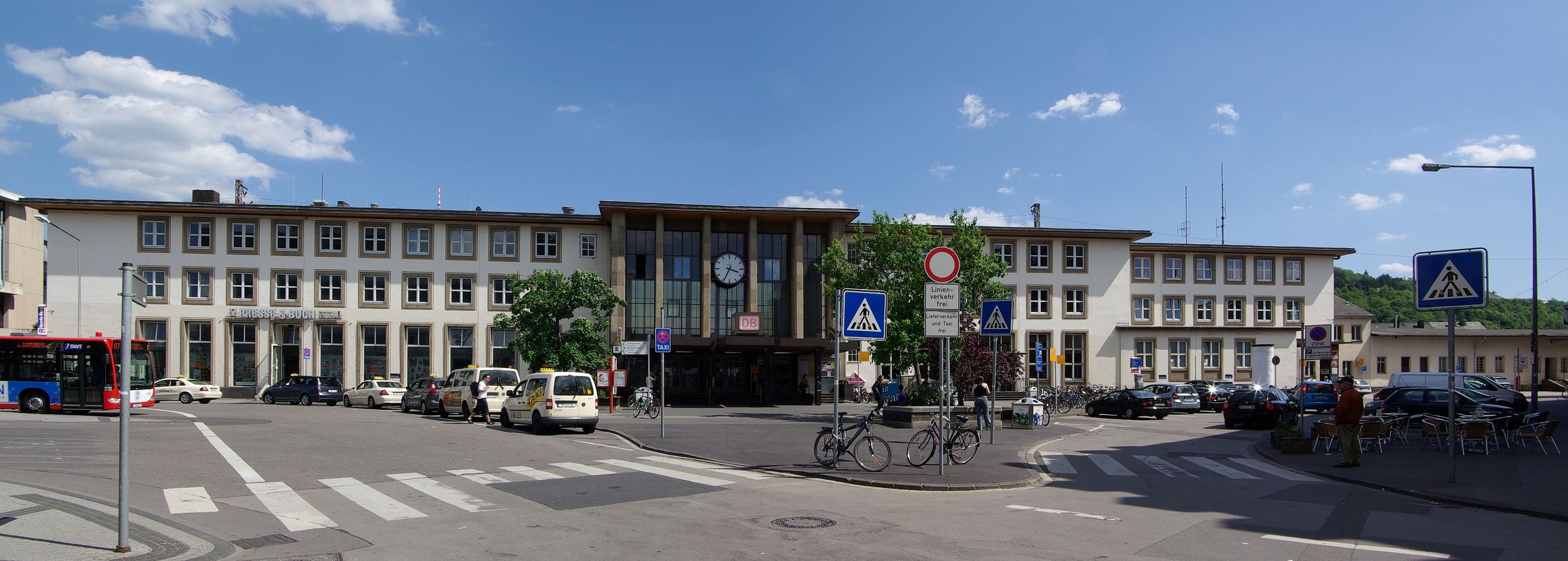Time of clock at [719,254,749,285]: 3:34
